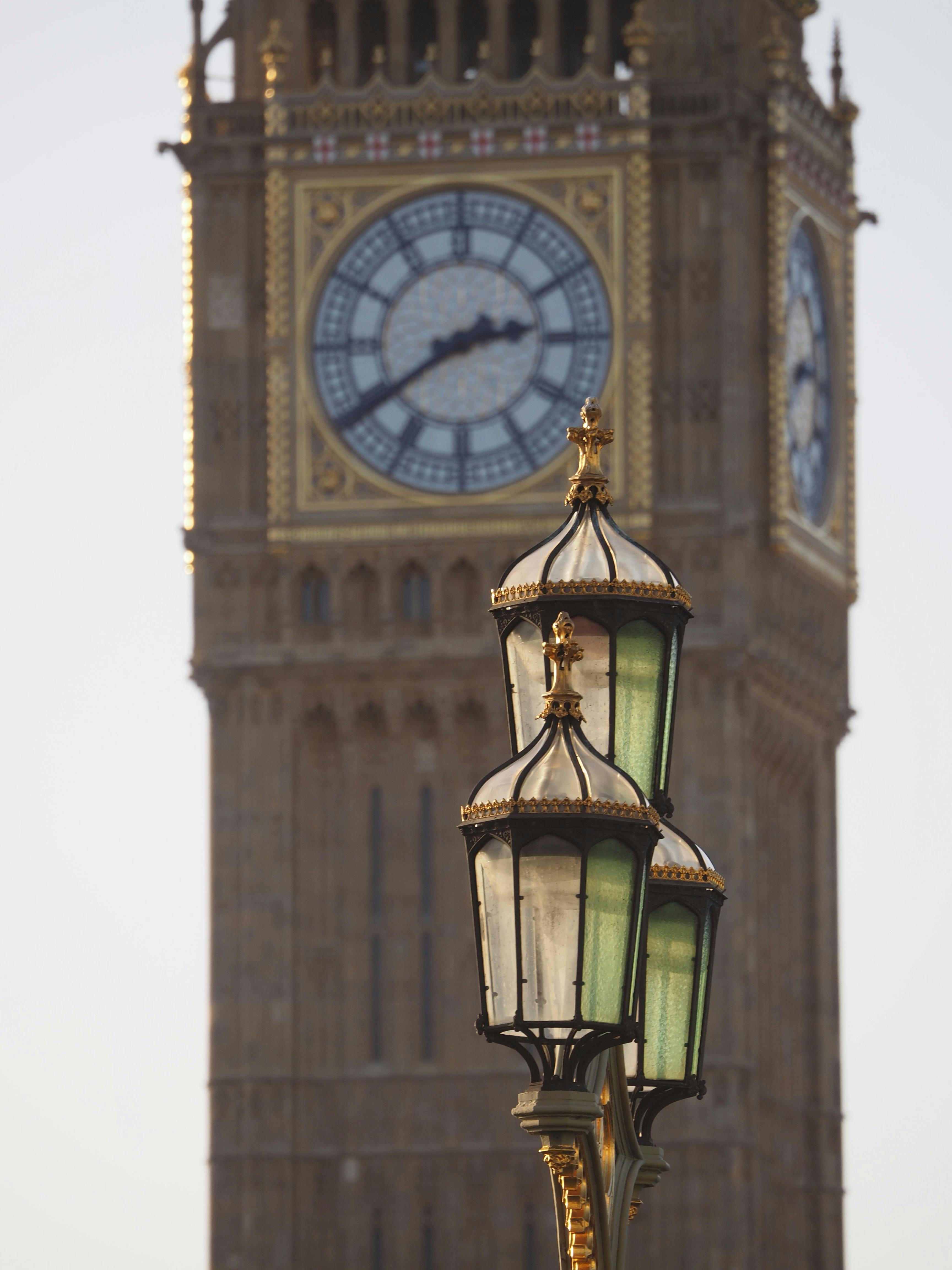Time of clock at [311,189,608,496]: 2:39
